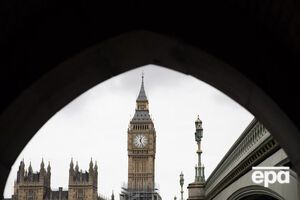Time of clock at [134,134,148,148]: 12:26
